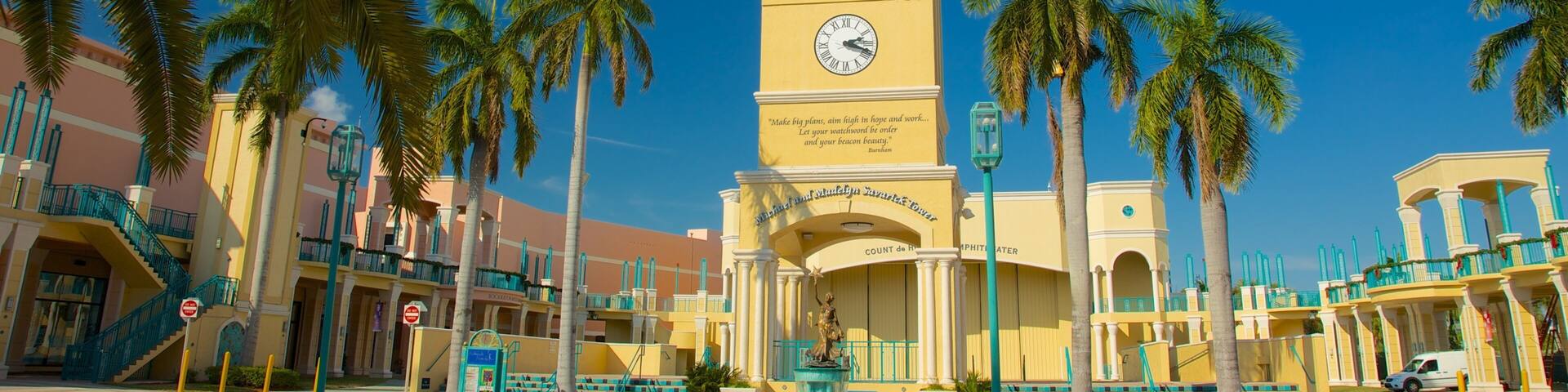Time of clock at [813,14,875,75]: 2:18
